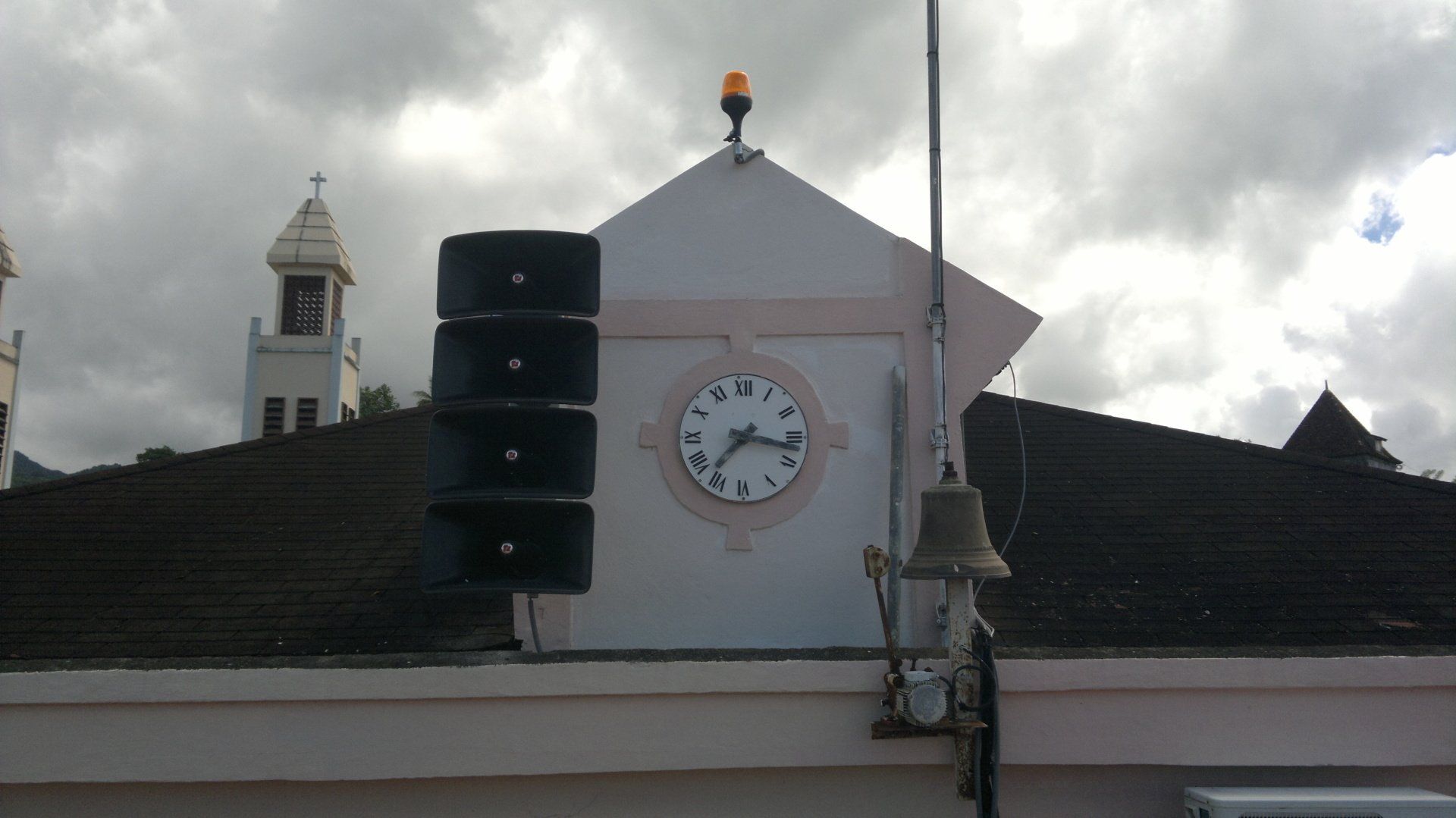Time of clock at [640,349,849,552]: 7:17
